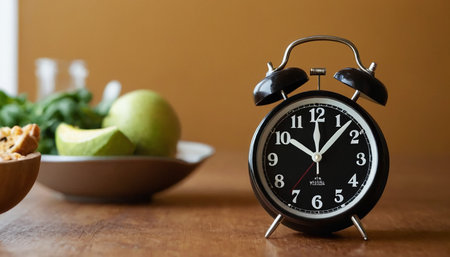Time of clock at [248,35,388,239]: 10:07
